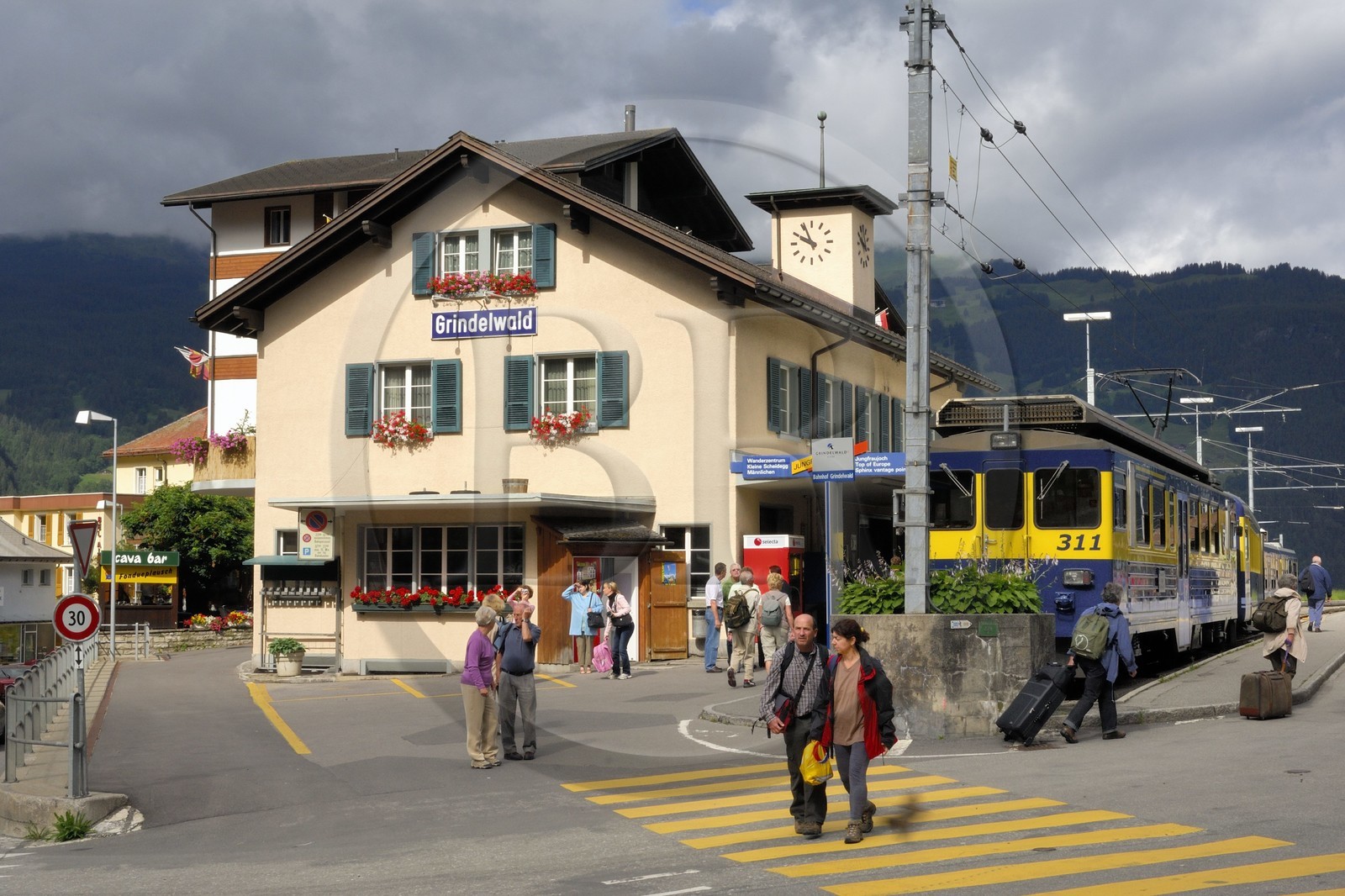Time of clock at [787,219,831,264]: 9:56
